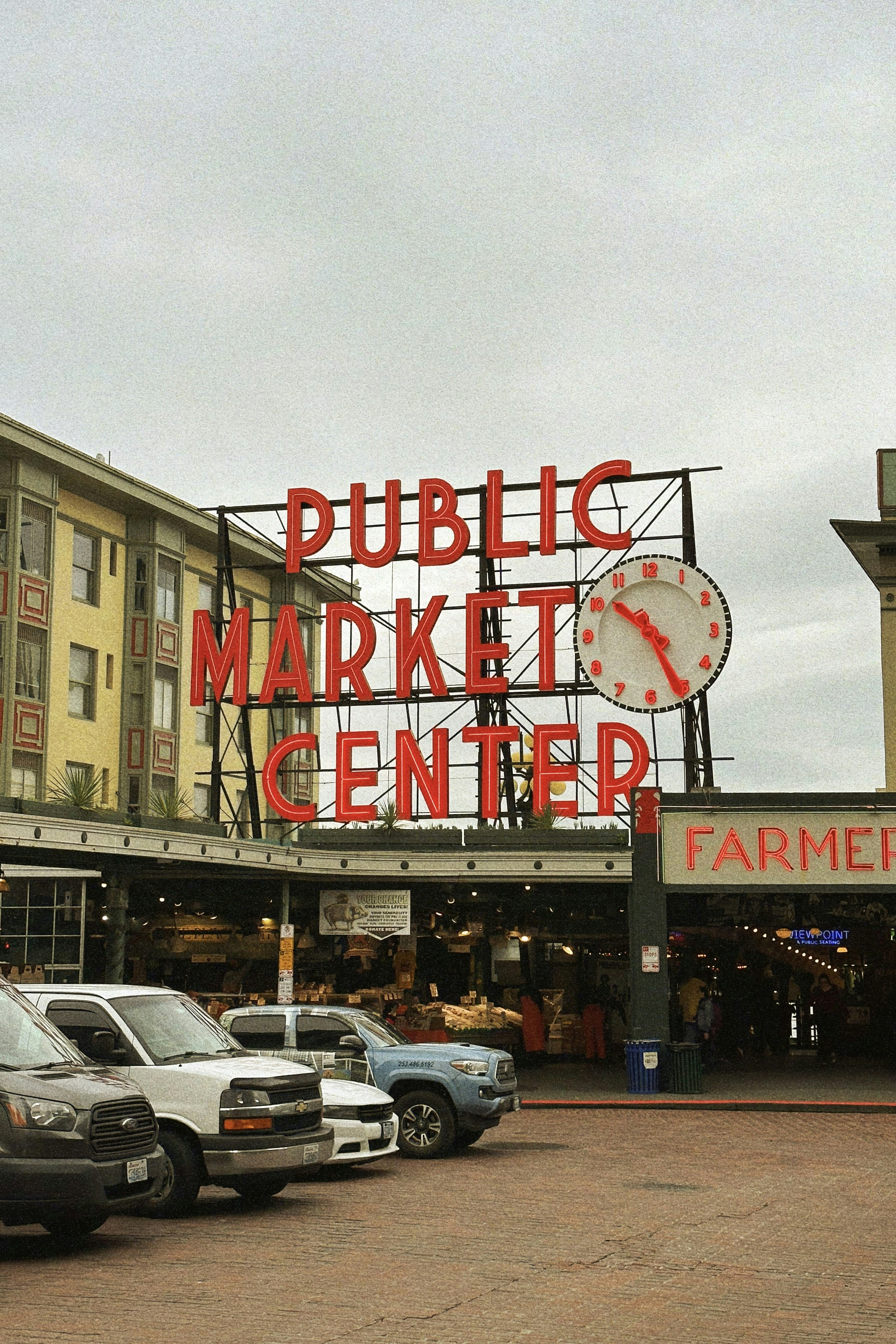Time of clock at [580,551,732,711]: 10:25
